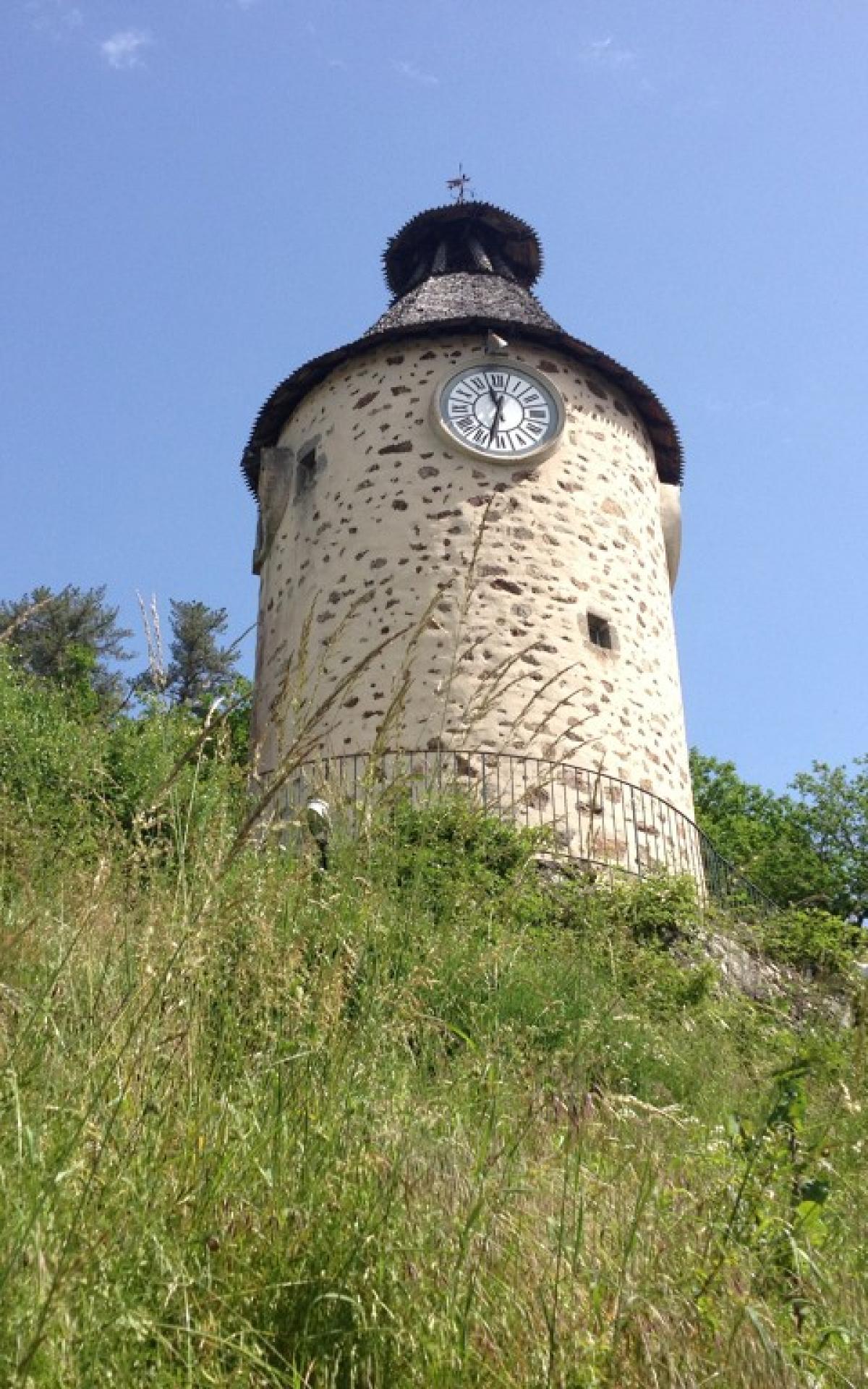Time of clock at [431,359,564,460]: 11:32
